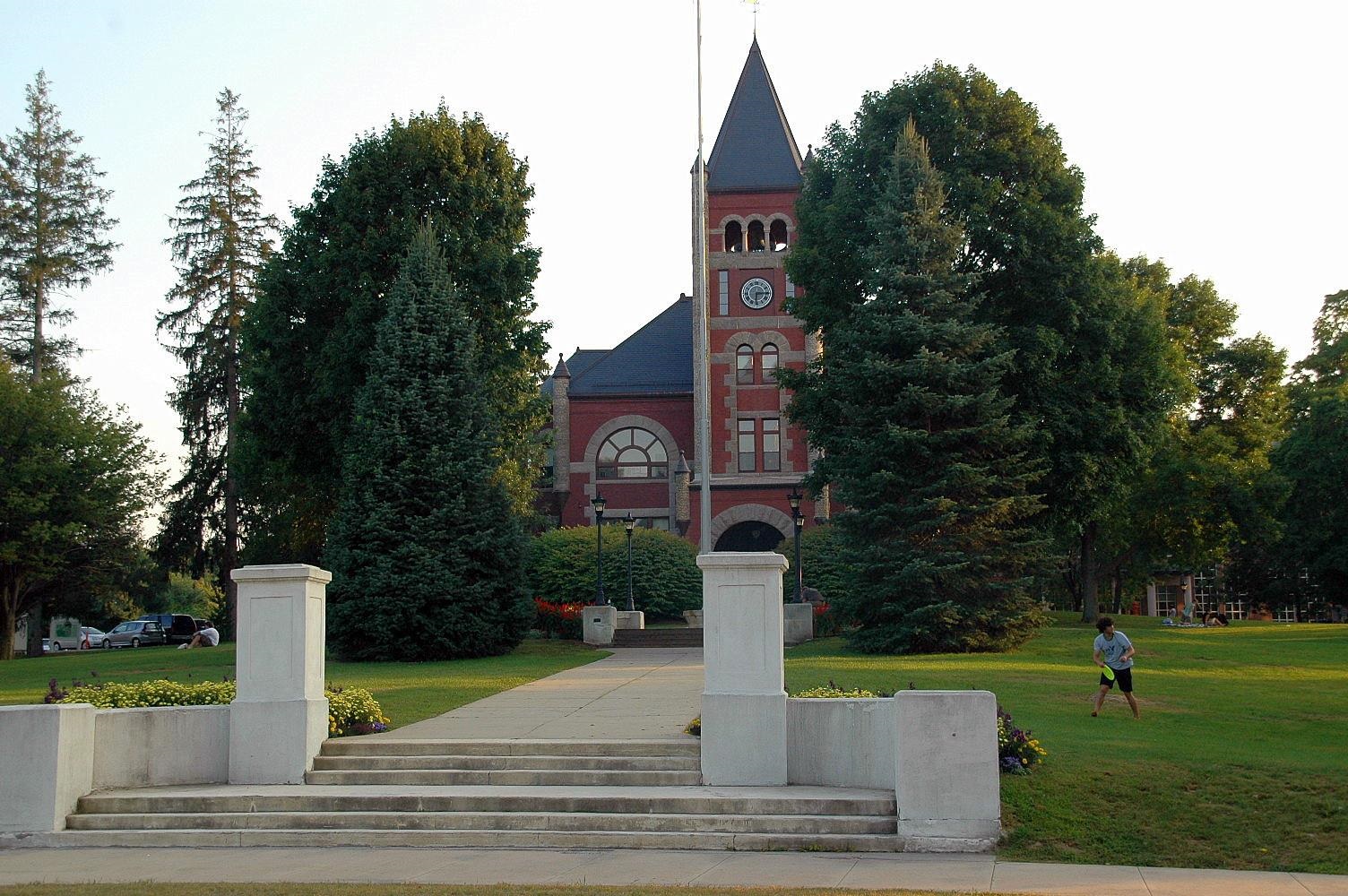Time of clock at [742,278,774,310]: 6:14
